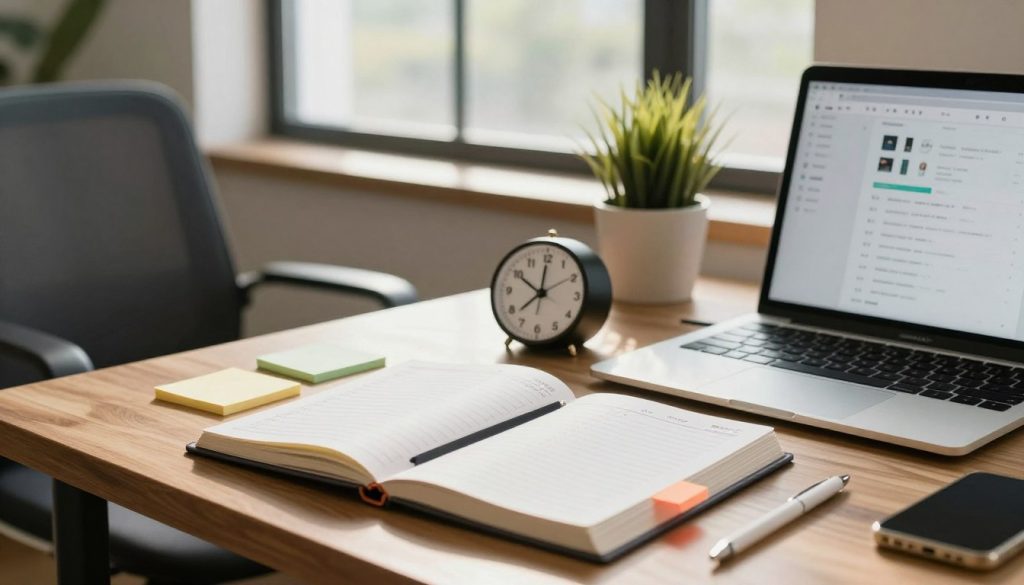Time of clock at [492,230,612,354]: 10:00
